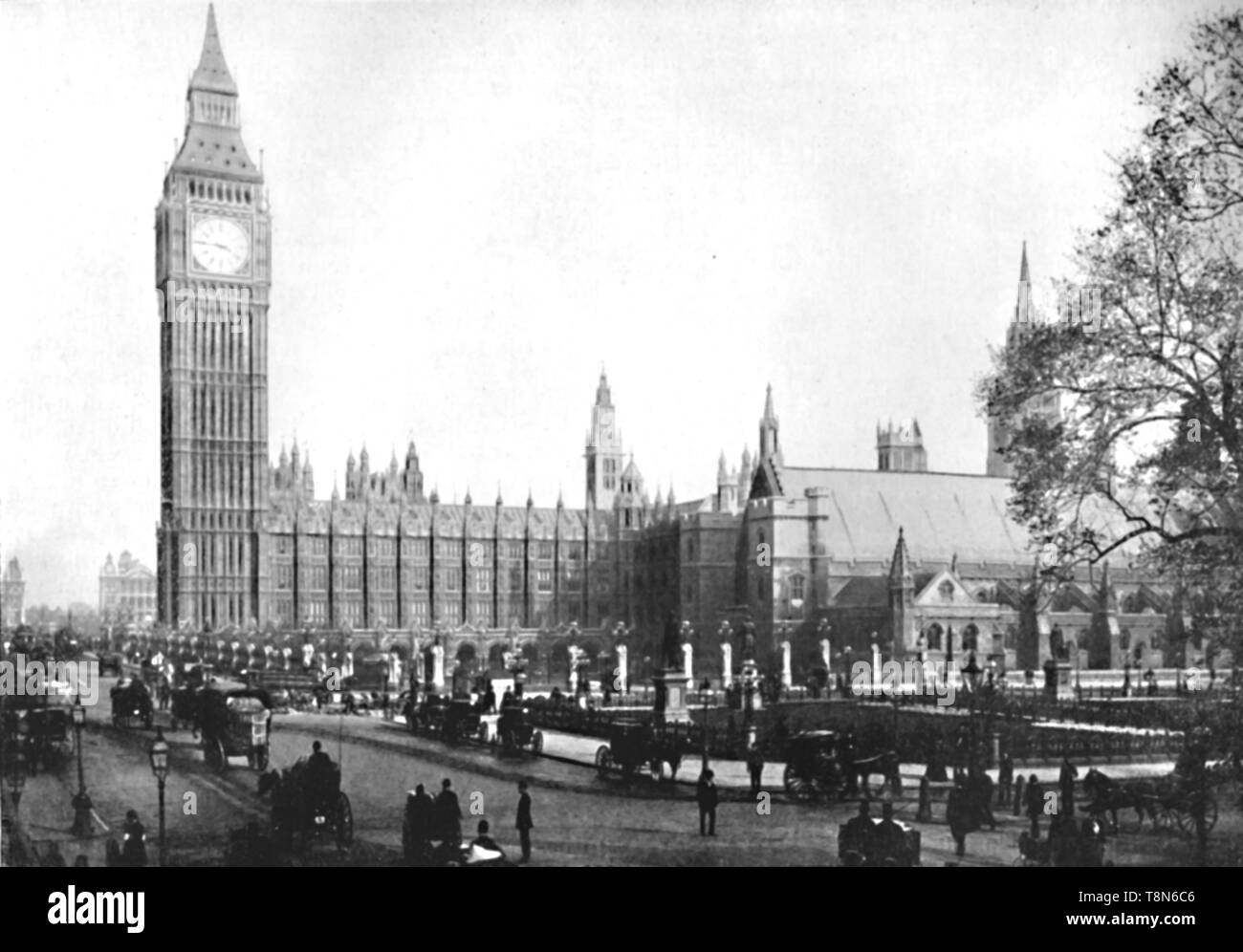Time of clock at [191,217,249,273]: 3:45
